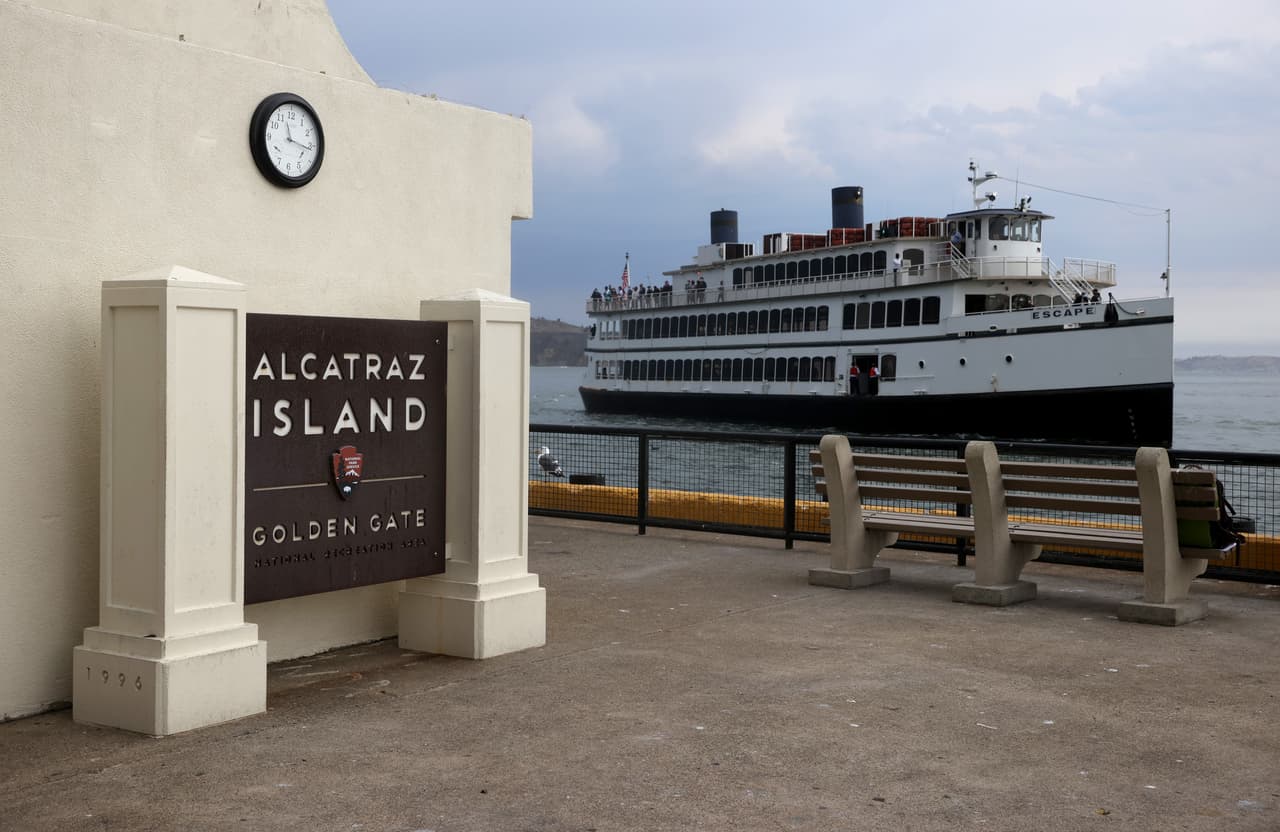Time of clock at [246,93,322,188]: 11:16
